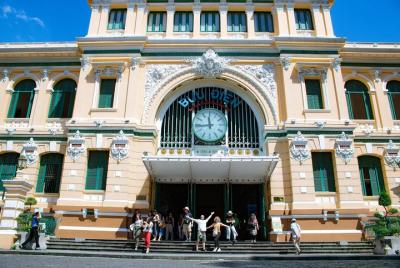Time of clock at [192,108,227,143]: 11:43
